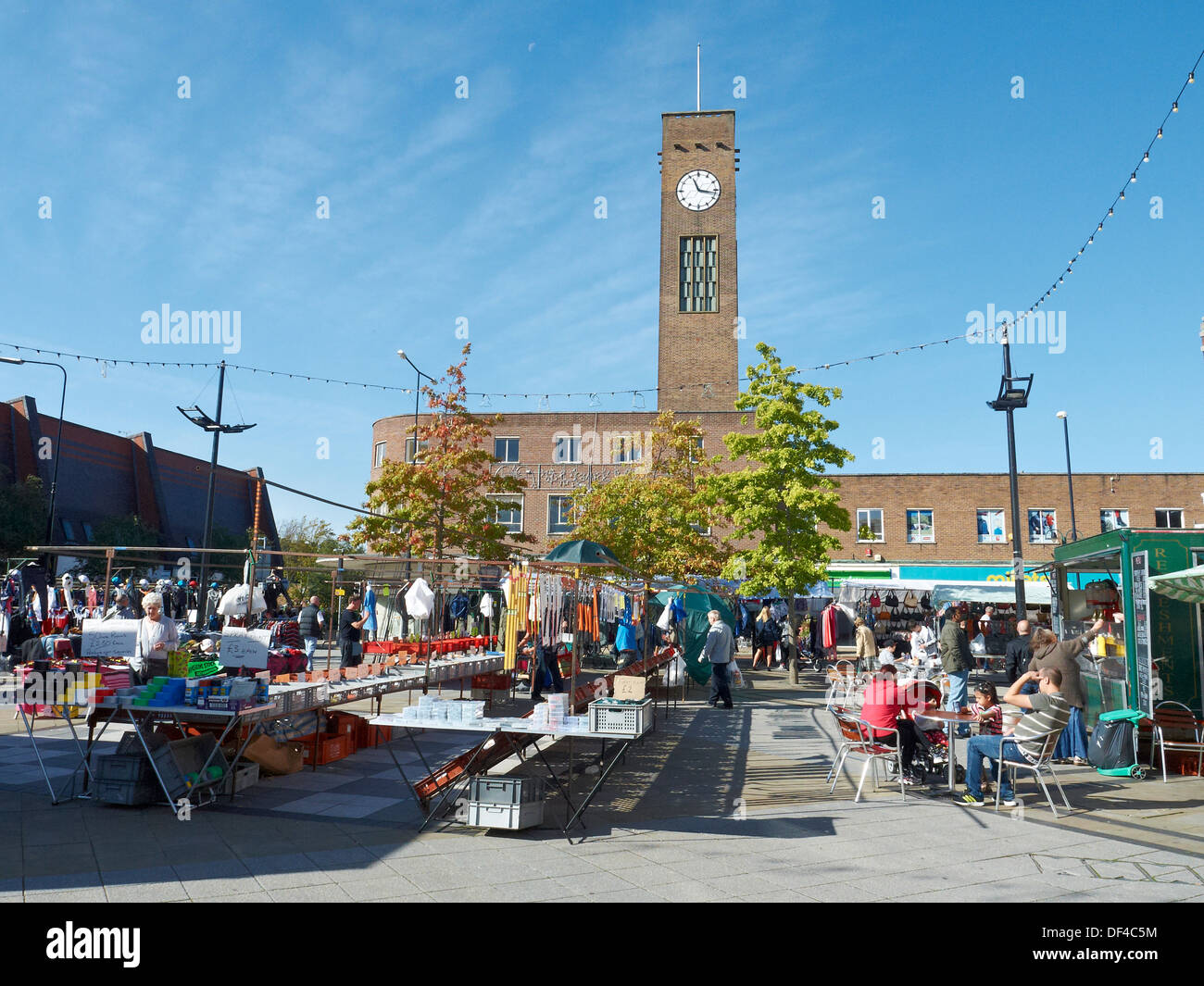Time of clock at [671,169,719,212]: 11:16
